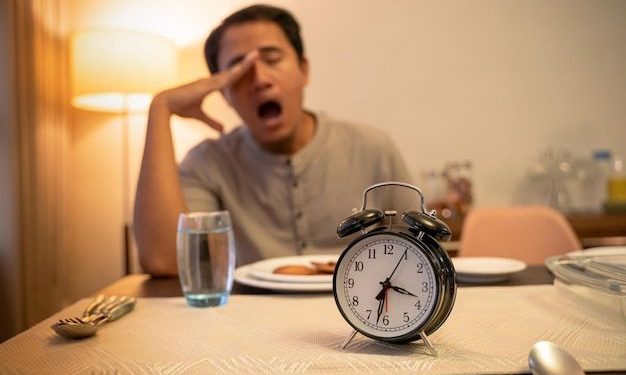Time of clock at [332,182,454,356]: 3:32
